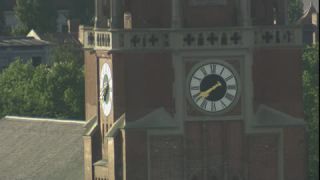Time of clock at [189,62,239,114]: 7:40
